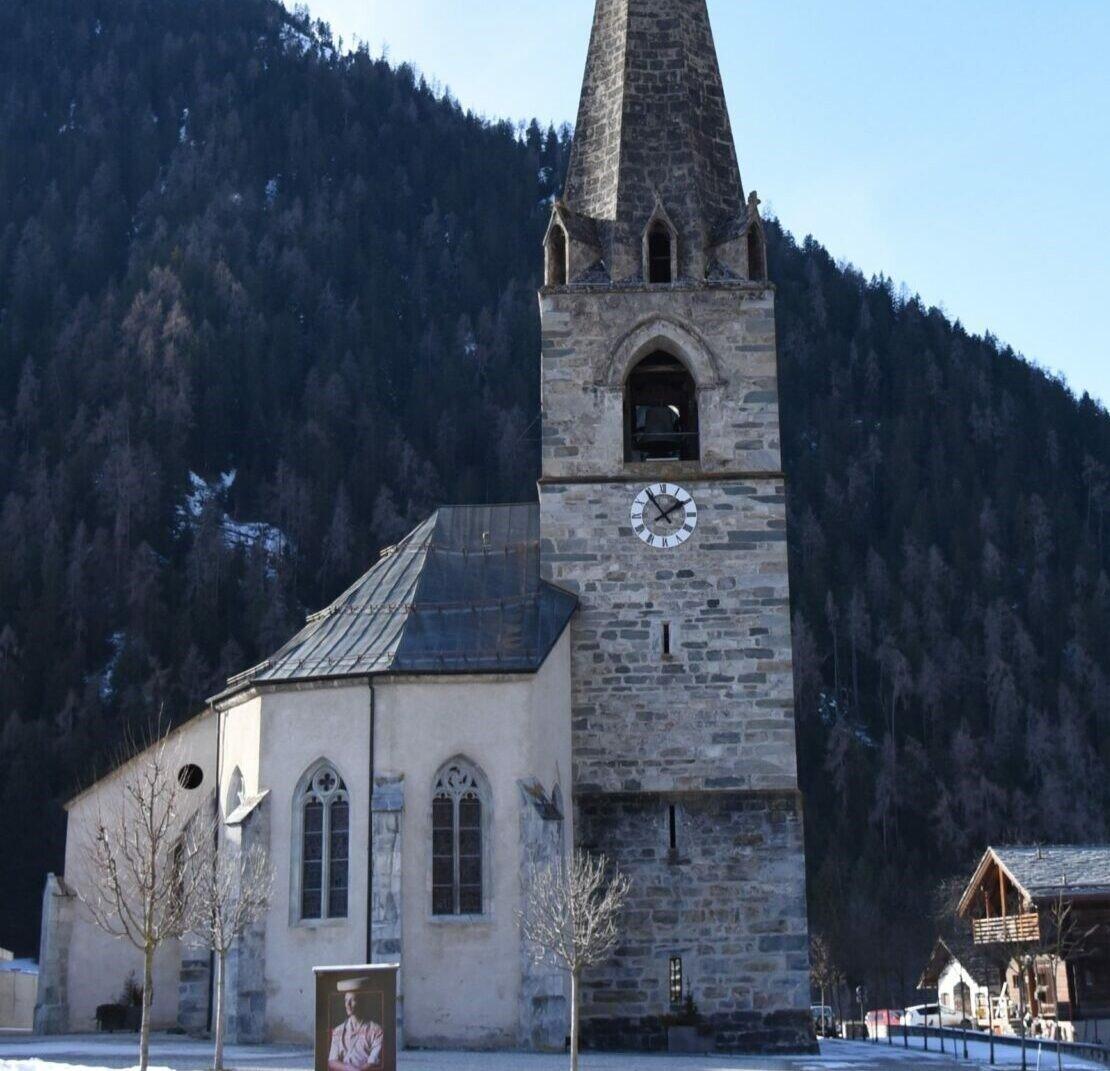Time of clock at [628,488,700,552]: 1:54
